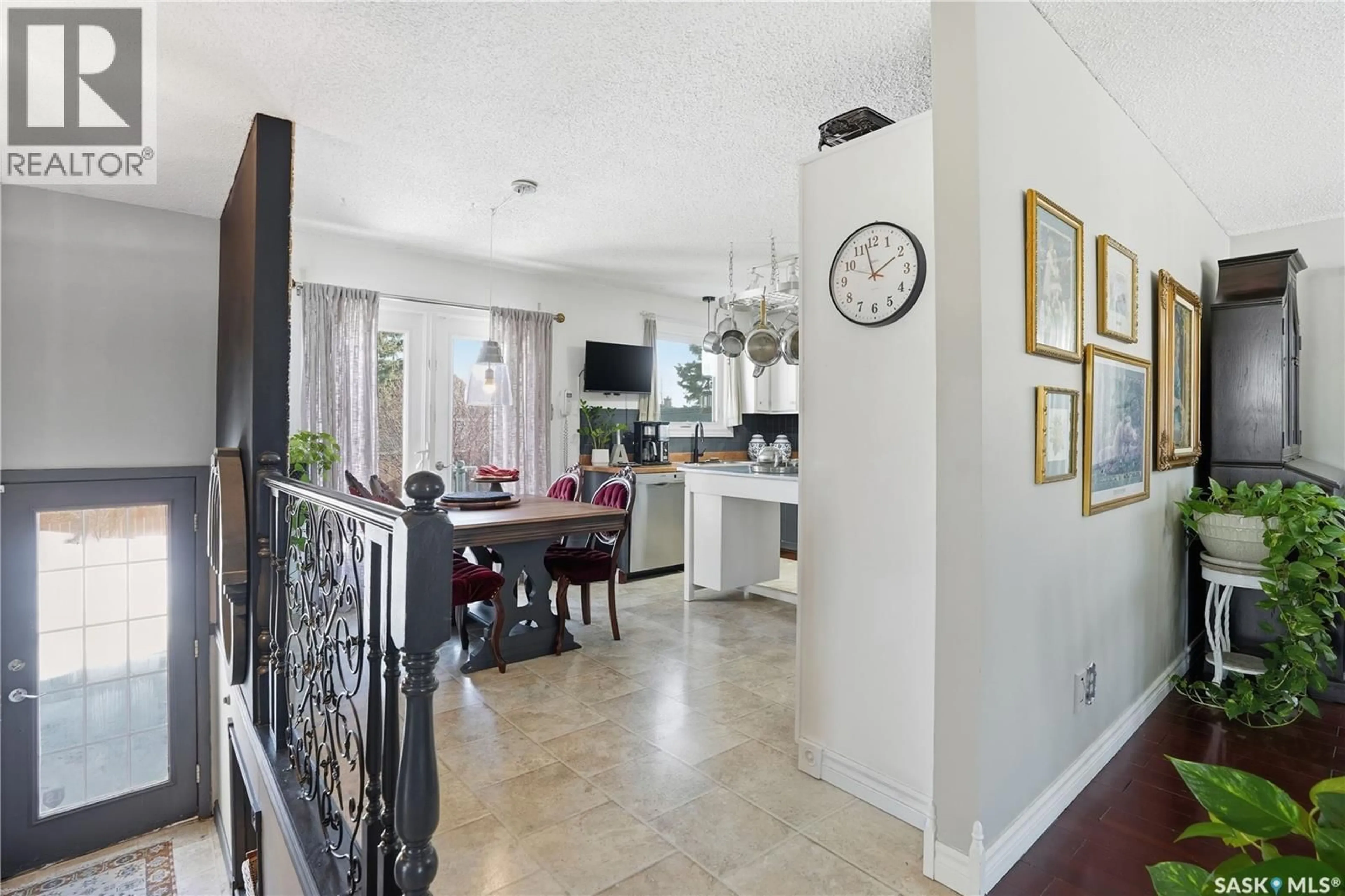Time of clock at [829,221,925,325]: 1:57
